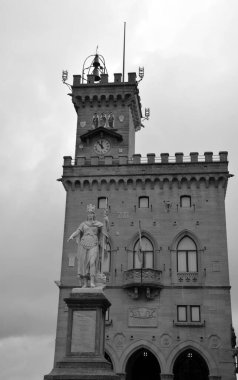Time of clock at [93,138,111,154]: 11:53
